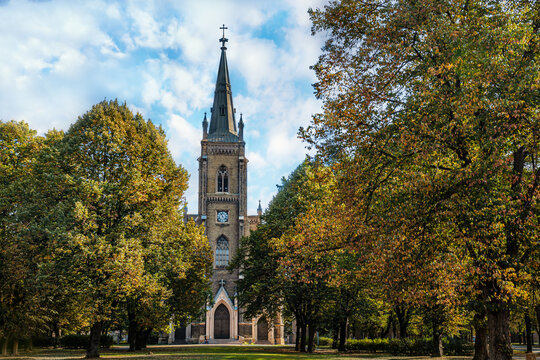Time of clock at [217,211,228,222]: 11:22
